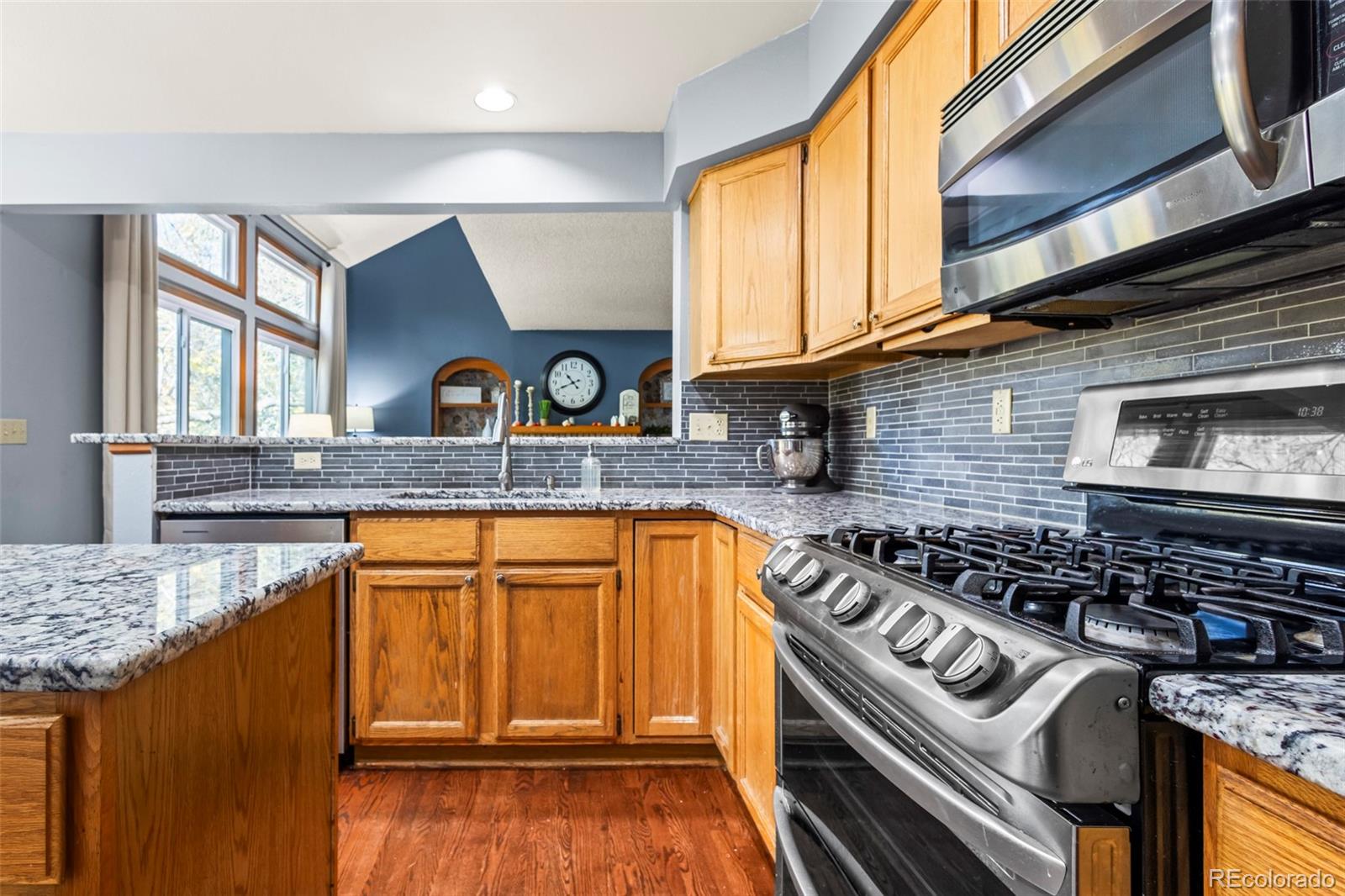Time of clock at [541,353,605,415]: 10:41
